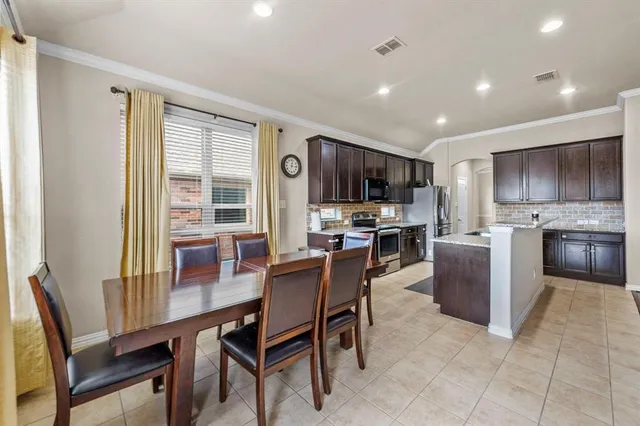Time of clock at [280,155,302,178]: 12:14
